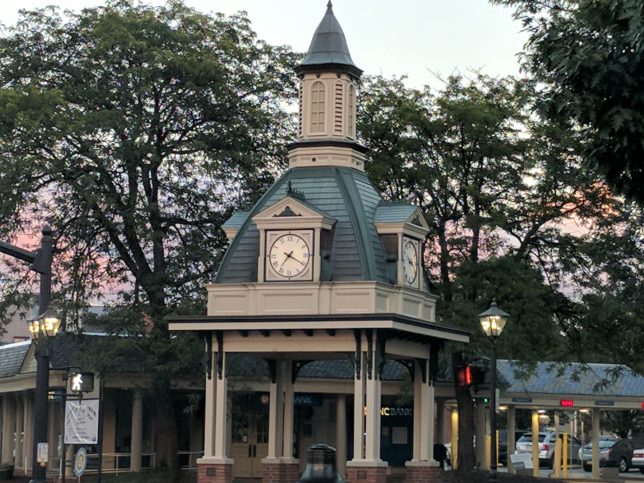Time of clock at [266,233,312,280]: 7:19
